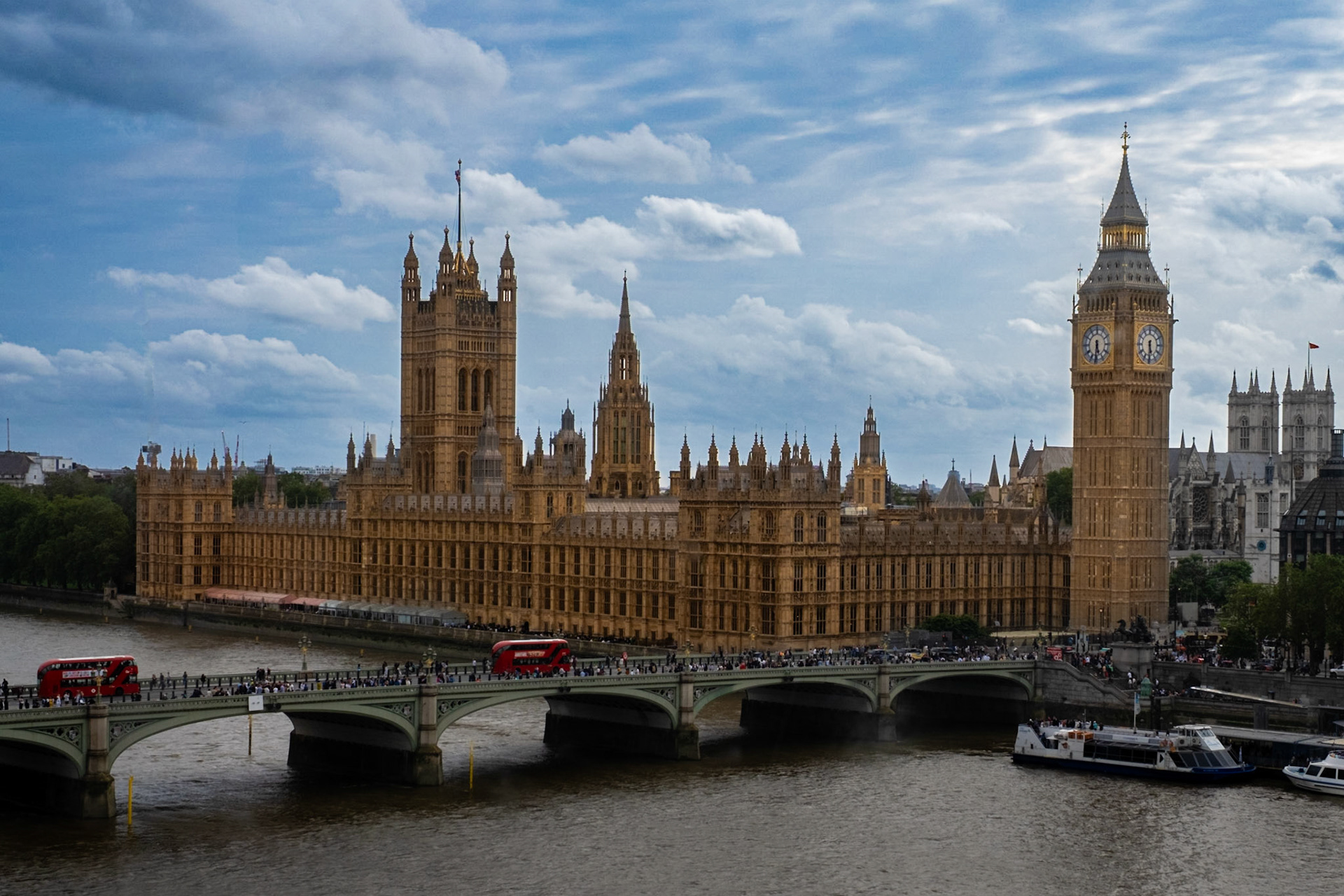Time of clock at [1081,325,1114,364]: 5:31
